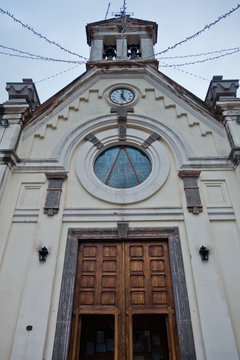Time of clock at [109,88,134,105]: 5:01
